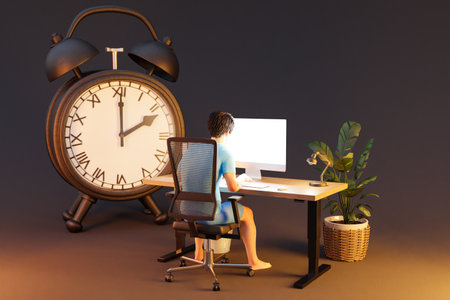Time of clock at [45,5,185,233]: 2:01
